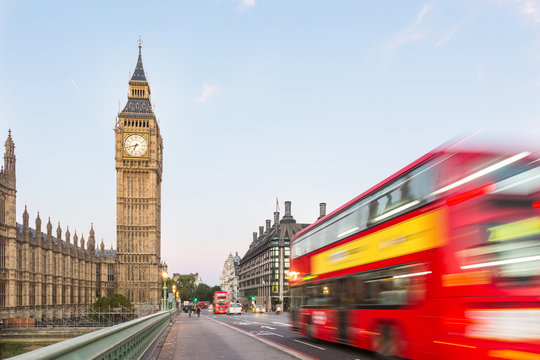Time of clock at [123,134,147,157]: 6:42
